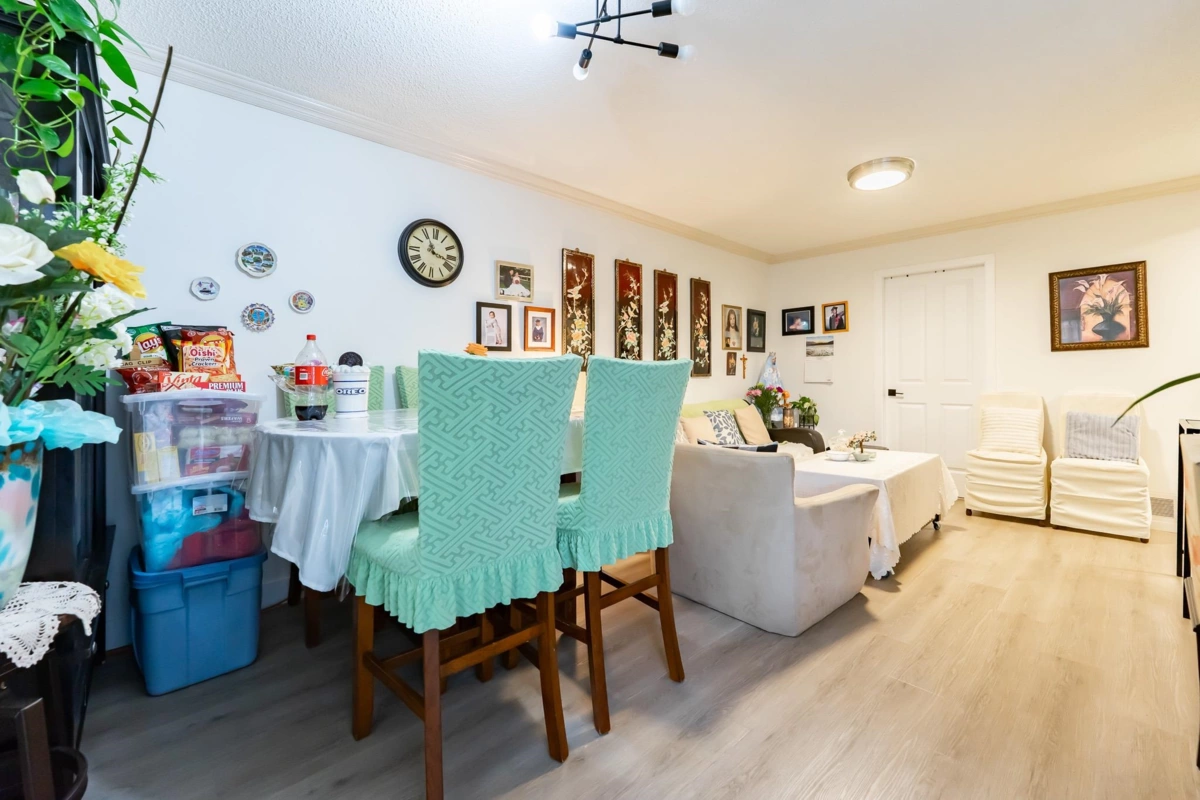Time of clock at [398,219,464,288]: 11:17
